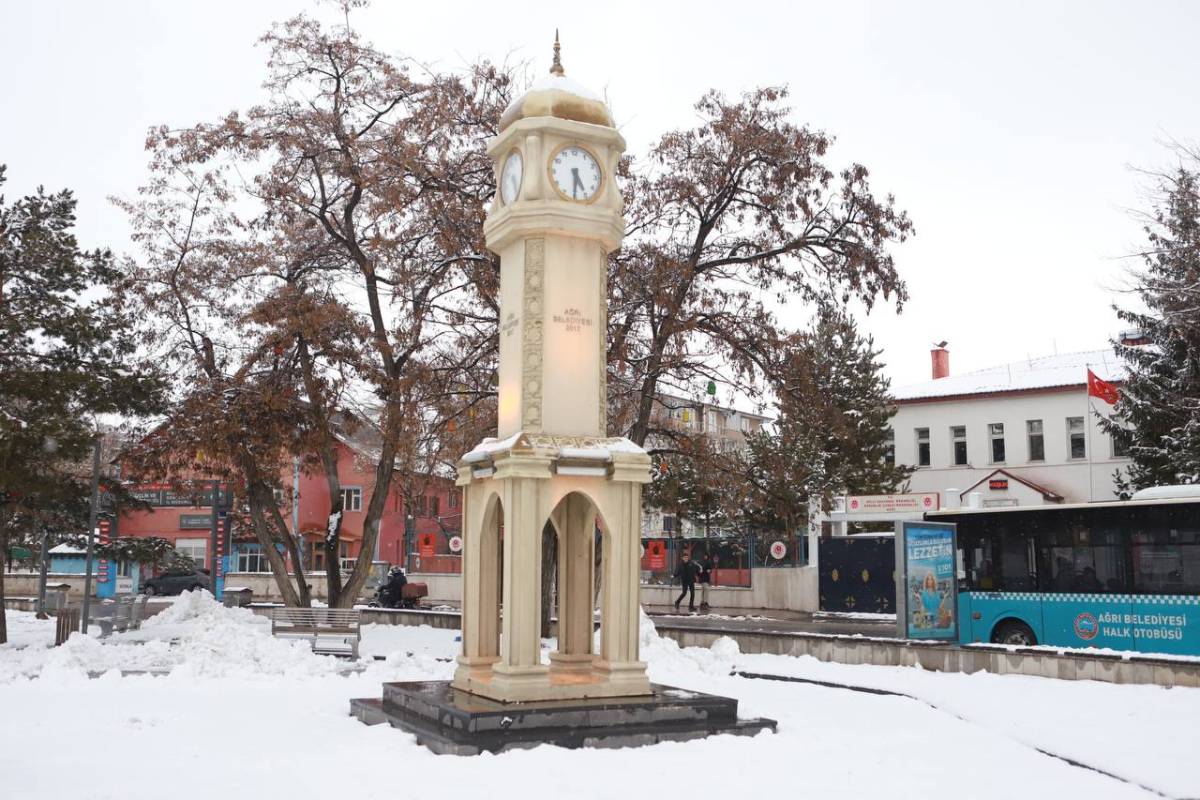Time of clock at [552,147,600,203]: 4:30
